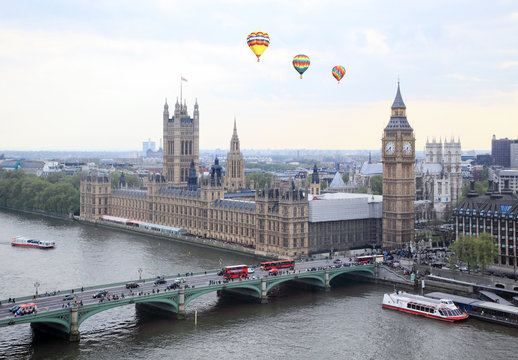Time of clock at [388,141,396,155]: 5:38
